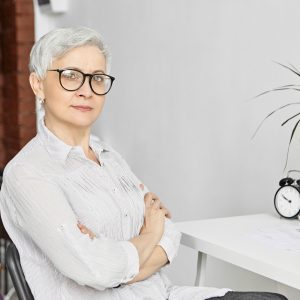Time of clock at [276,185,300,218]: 9:50
